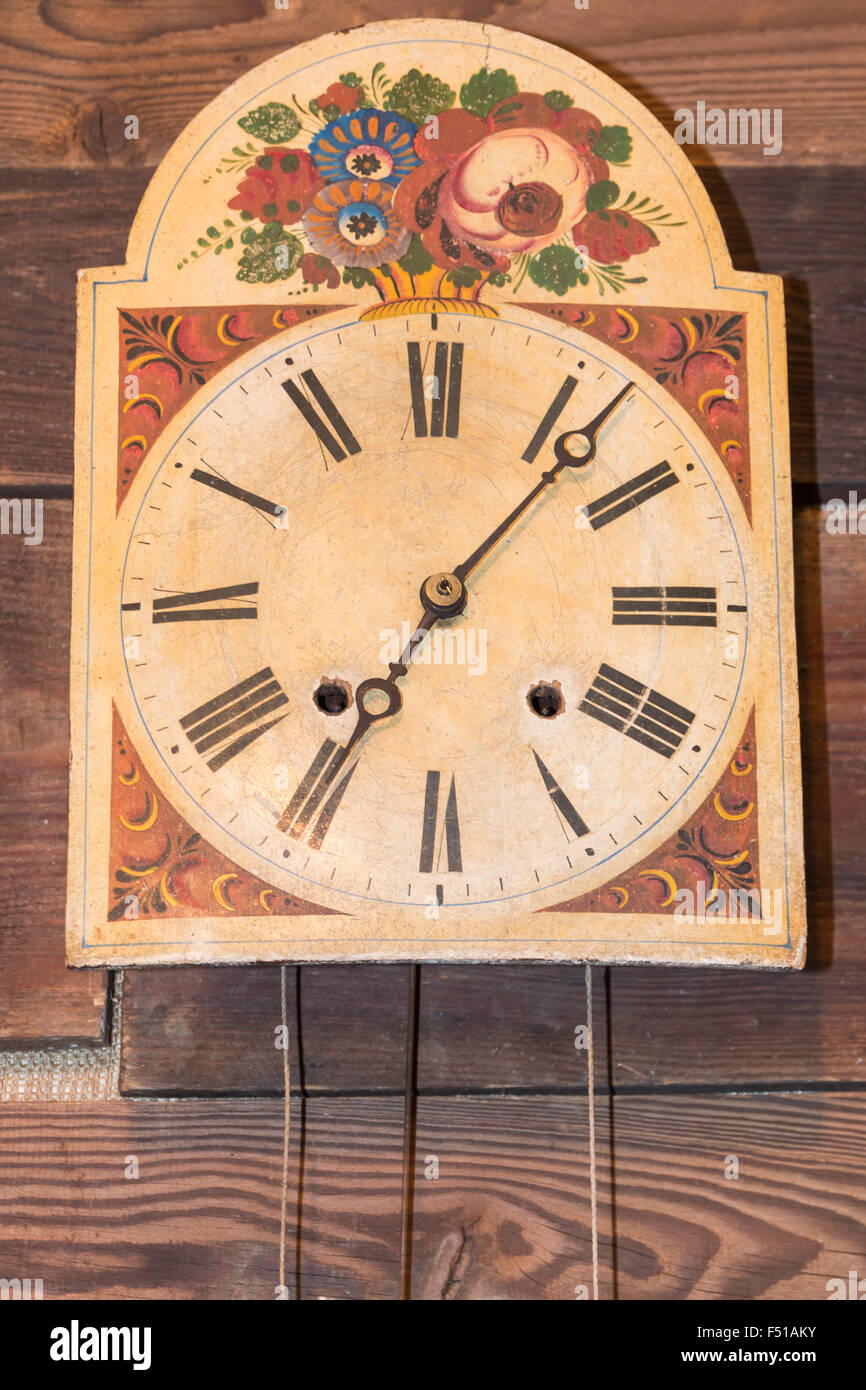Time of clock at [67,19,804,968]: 7:07
